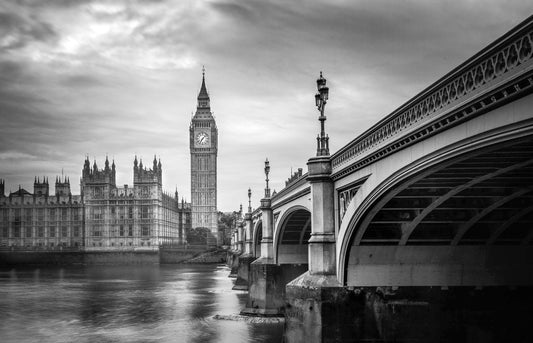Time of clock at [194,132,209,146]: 7:07
